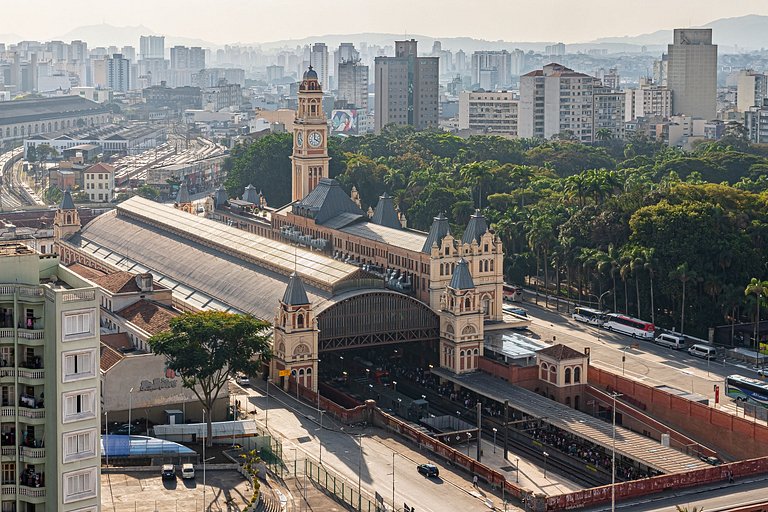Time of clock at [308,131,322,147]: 4:00
